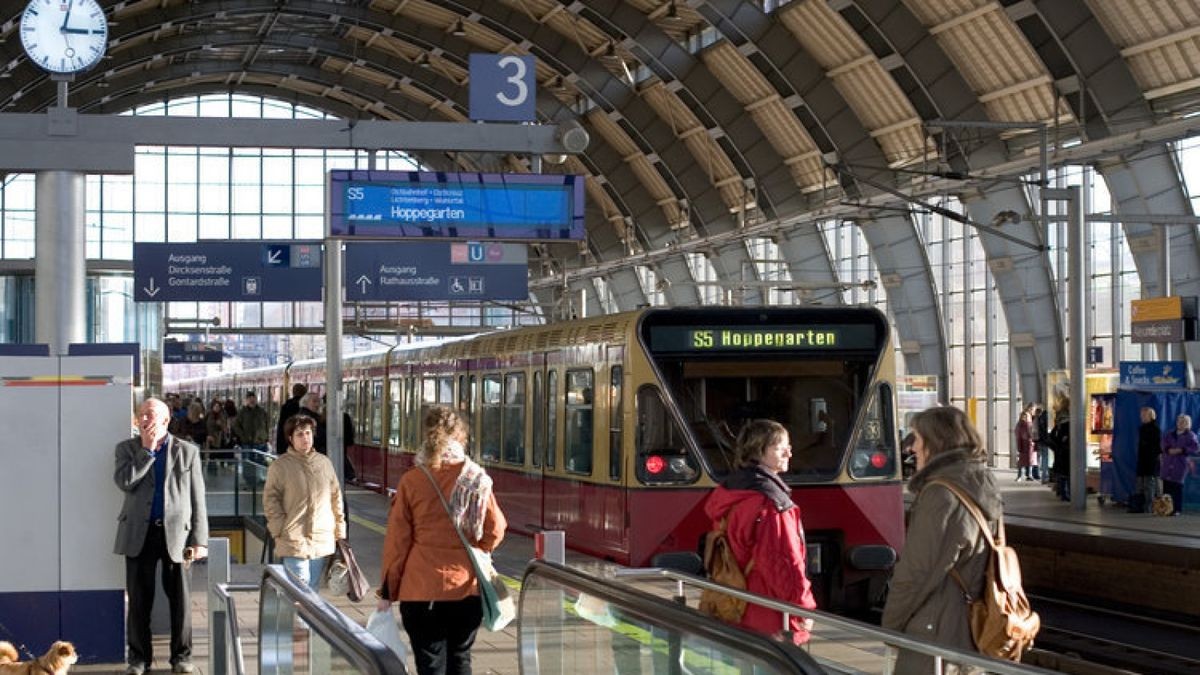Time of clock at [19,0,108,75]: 3:02
